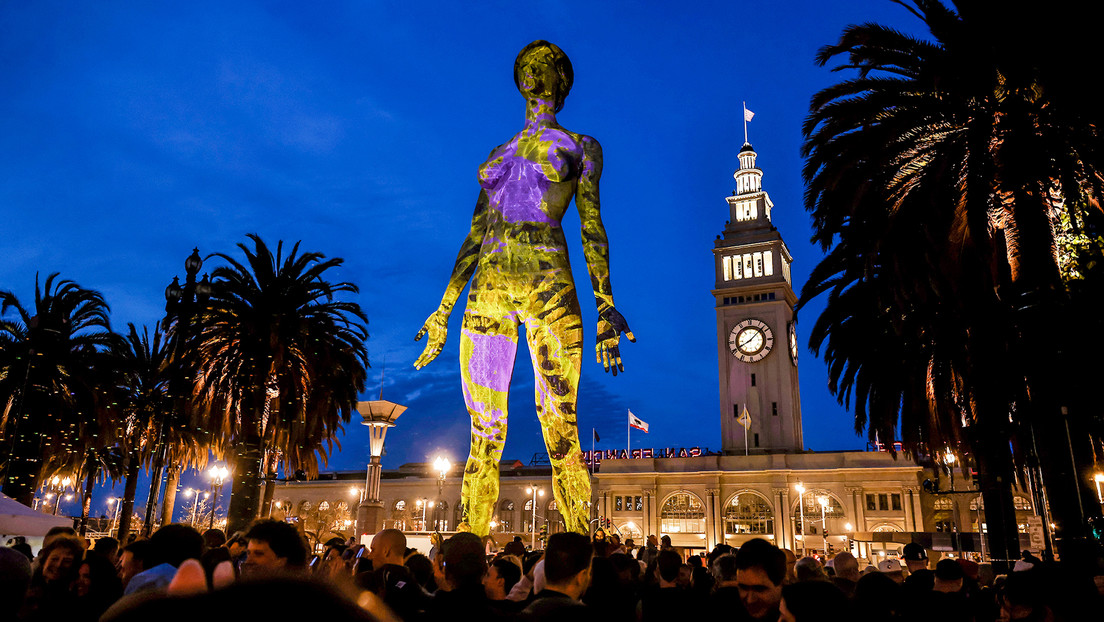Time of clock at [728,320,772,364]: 8:07
